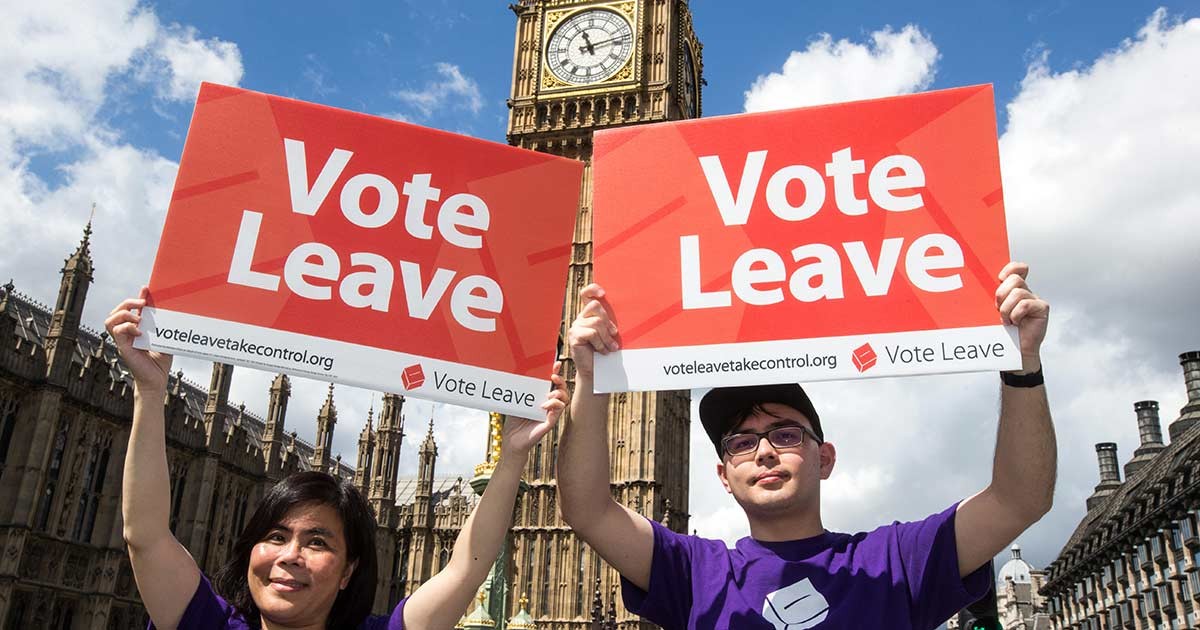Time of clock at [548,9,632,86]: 11:12
